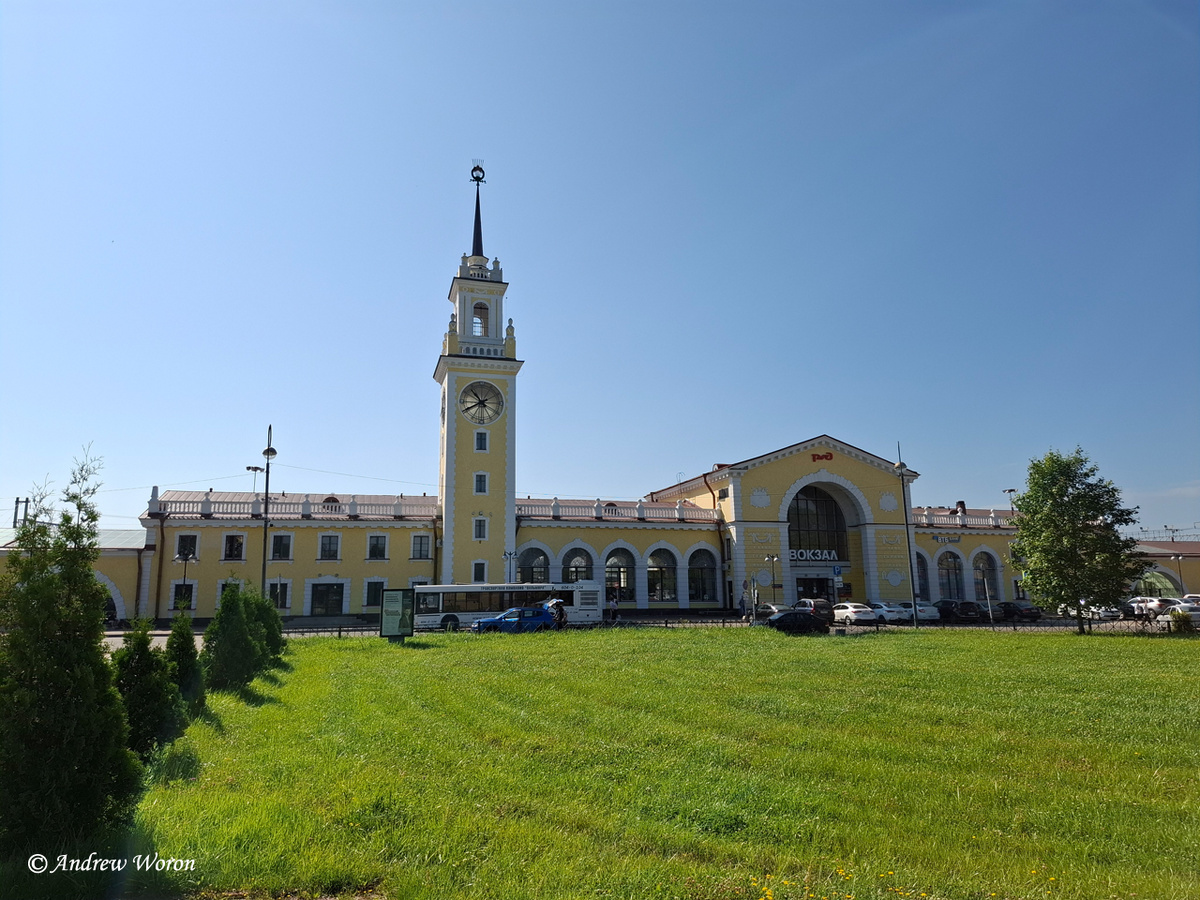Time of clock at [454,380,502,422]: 10:40
